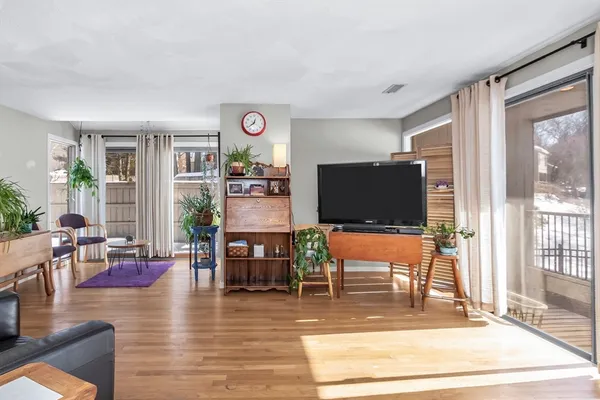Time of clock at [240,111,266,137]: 12:38
